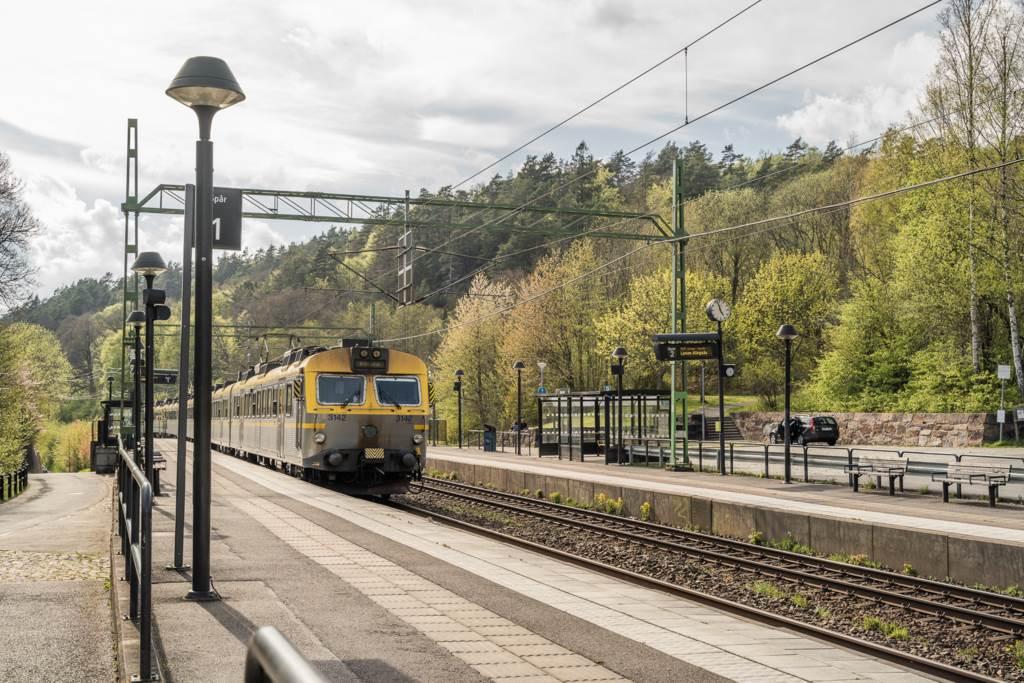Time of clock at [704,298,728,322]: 4:57
